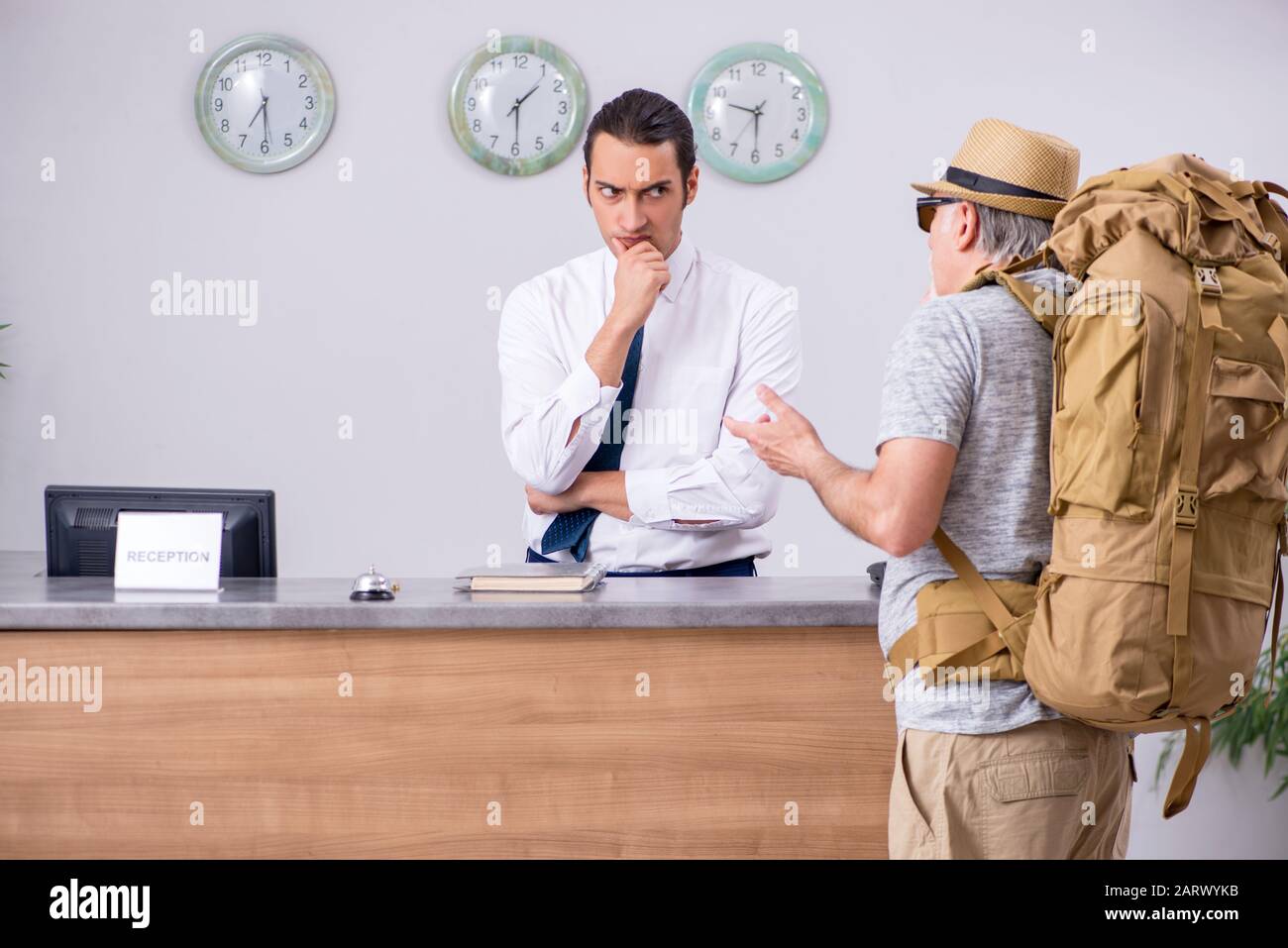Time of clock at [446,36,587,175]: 1:29
